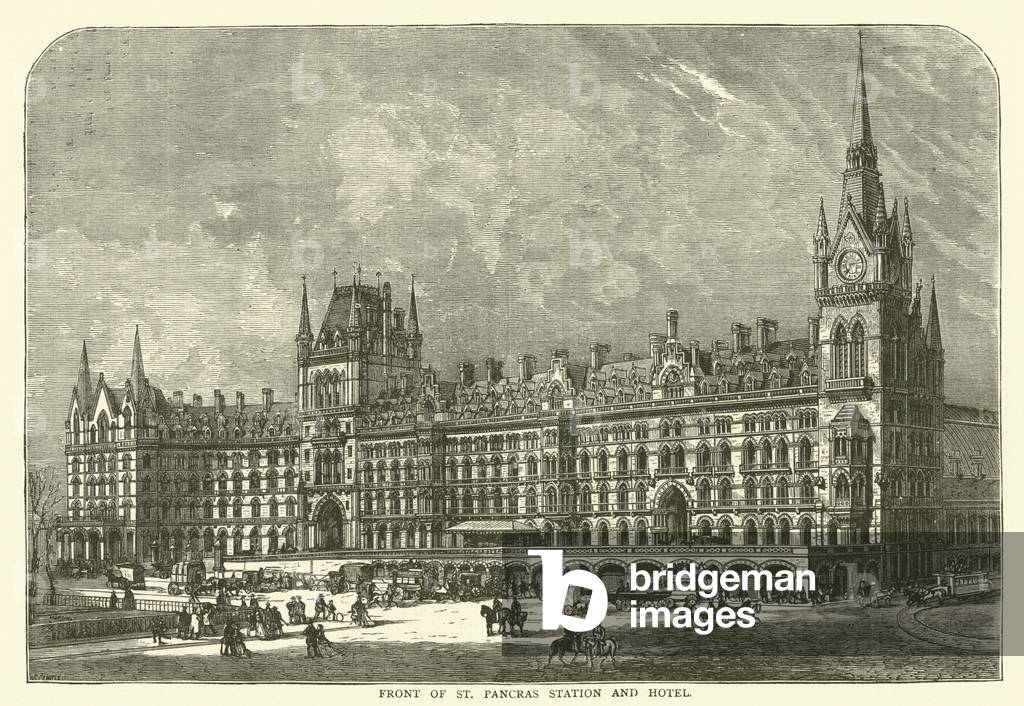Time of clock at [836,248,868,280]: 7:12
